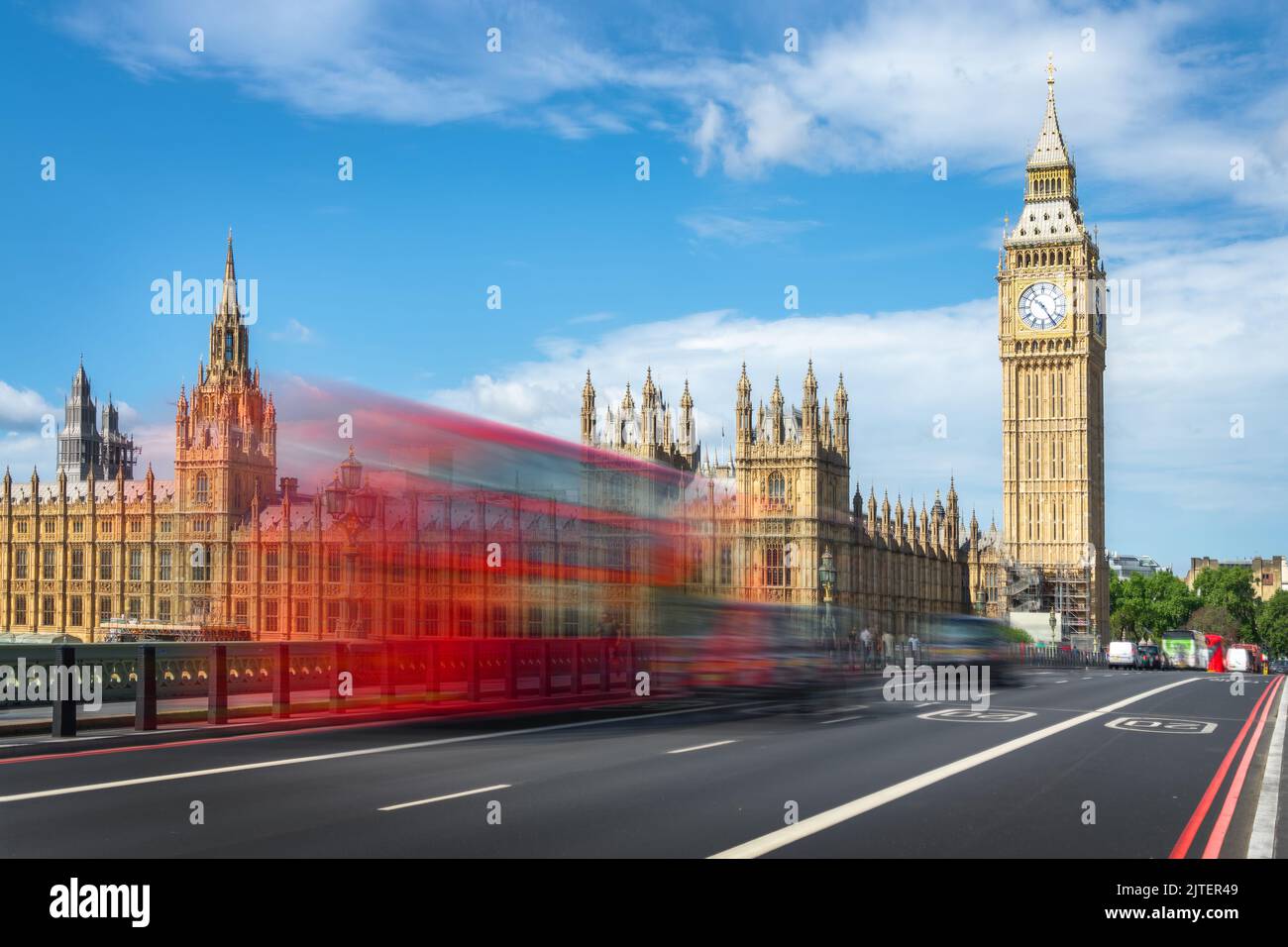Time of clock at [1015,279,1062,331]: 10:24
